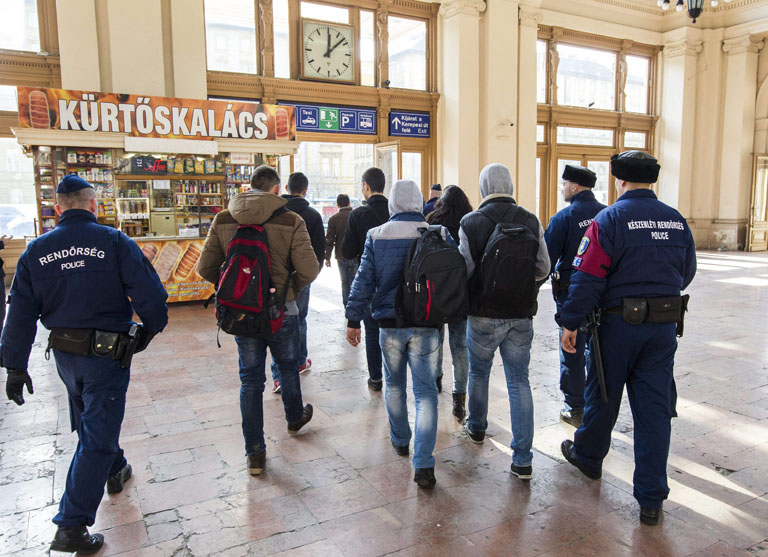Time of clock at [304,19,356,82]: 12:07
